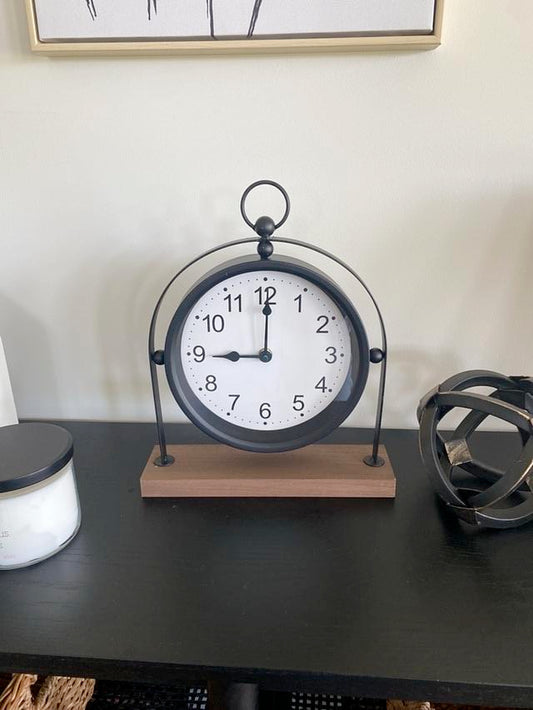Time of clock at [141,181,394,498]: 9:00
